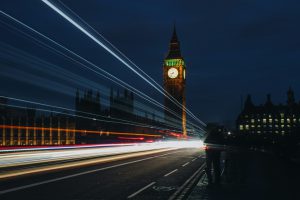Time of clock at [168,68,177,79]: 8:36
